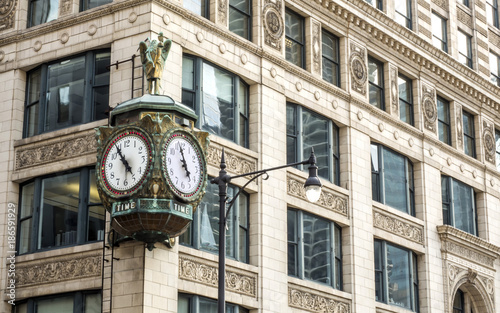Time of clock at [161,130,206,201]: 4:57
